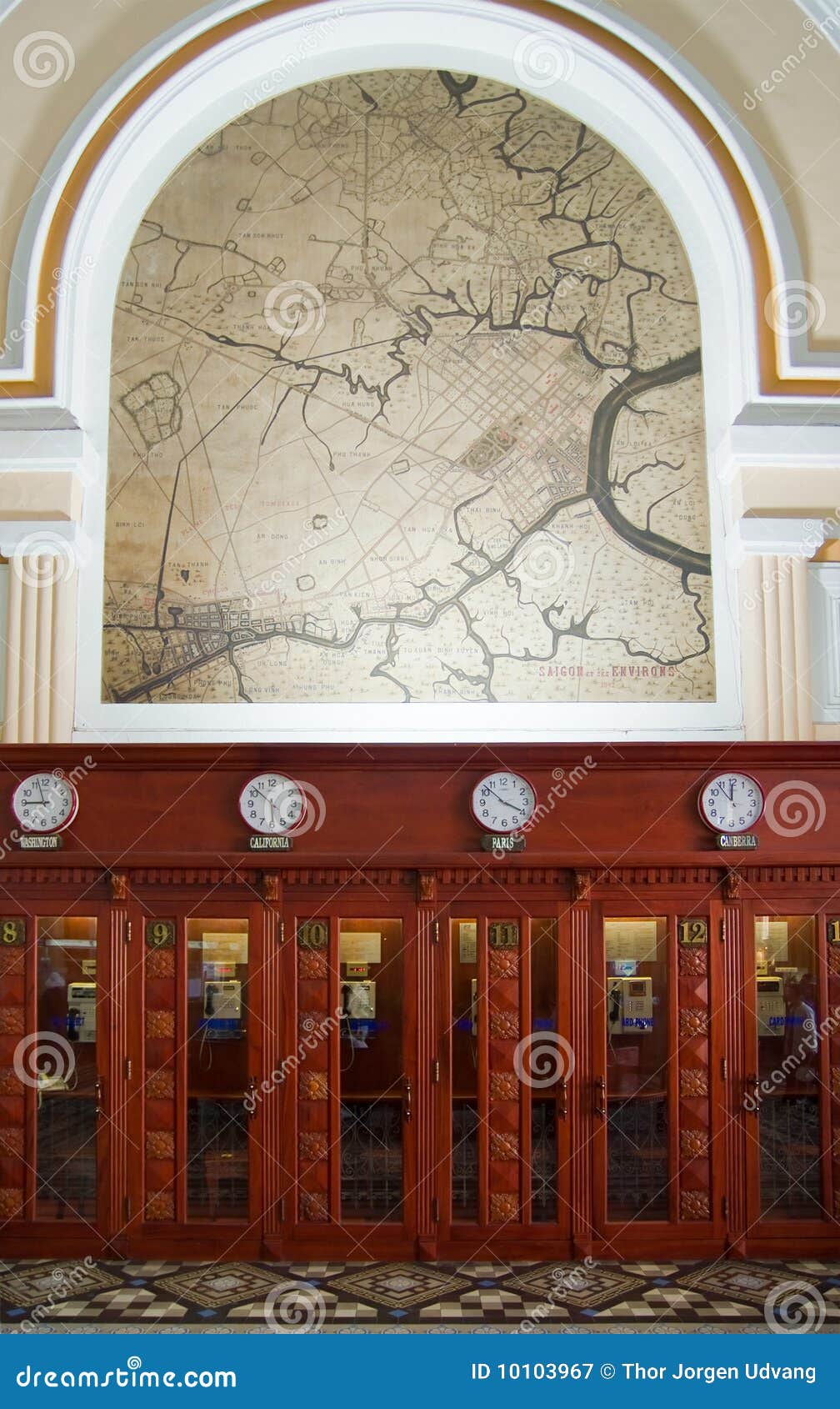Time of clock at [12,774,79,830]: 8:57
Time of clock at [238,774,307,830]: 5:52
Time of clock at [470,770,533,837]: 3:52
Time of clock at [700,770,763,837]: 11:53
